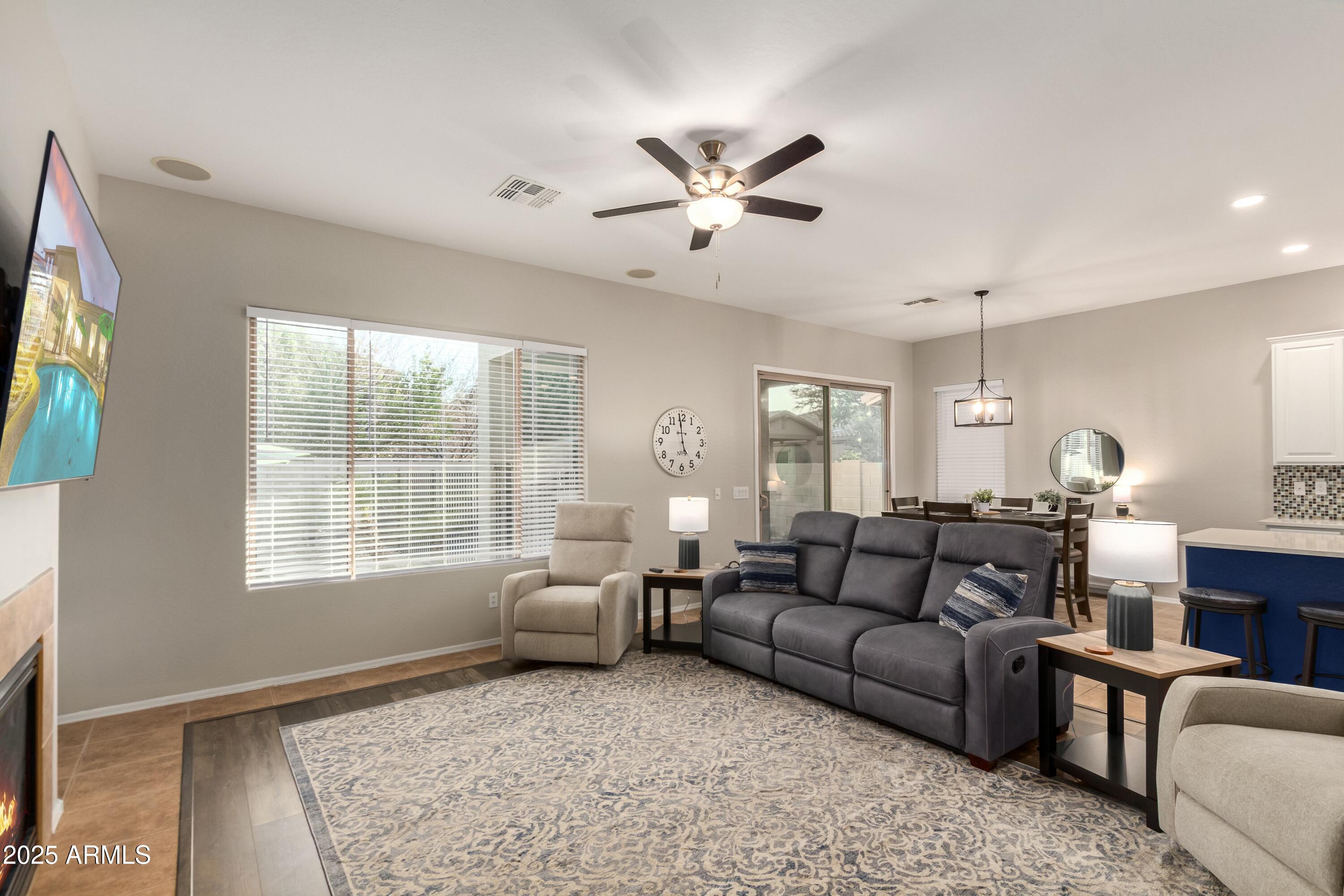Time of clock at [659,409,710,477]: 4:58
